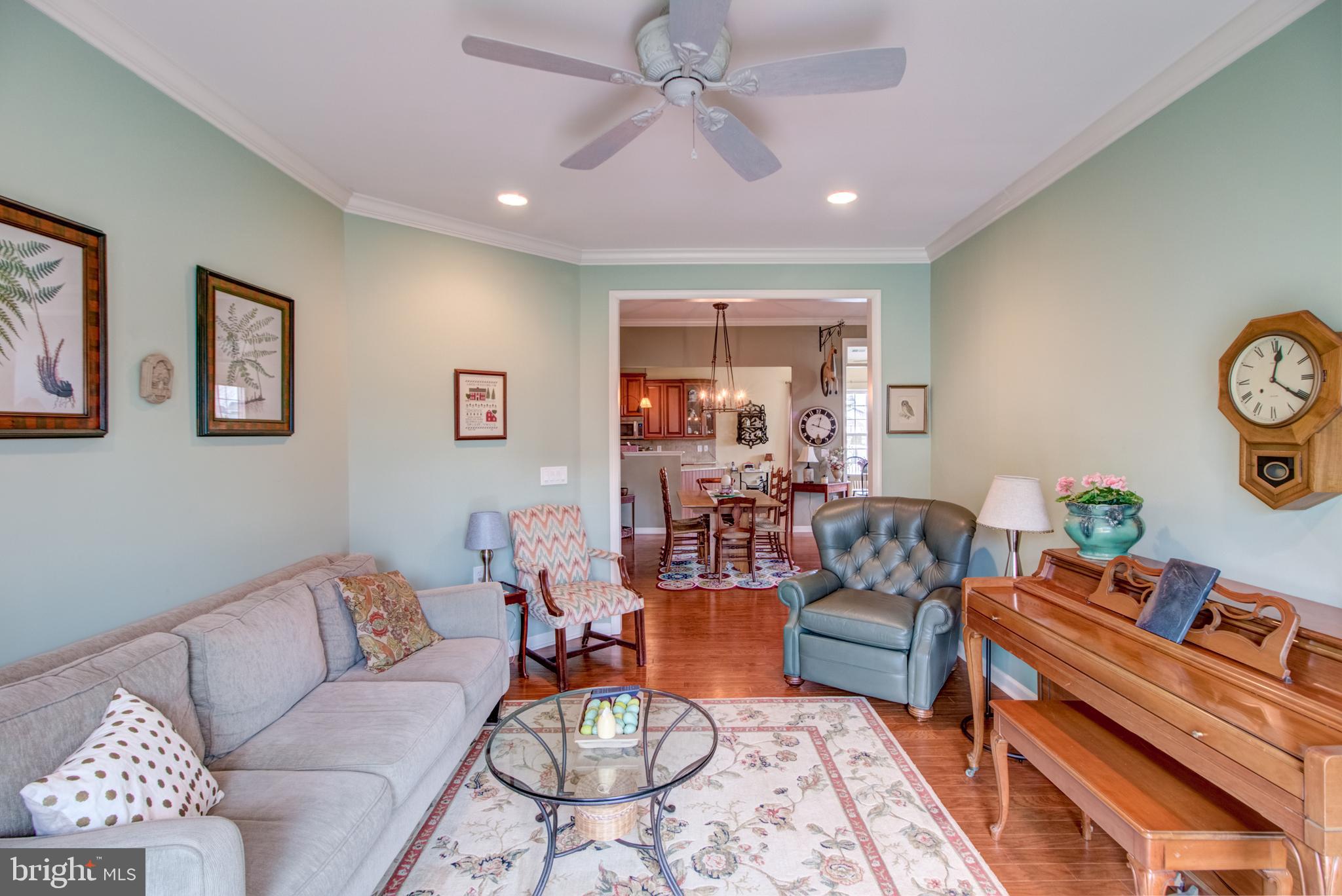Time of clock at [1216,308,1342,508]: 12:20
